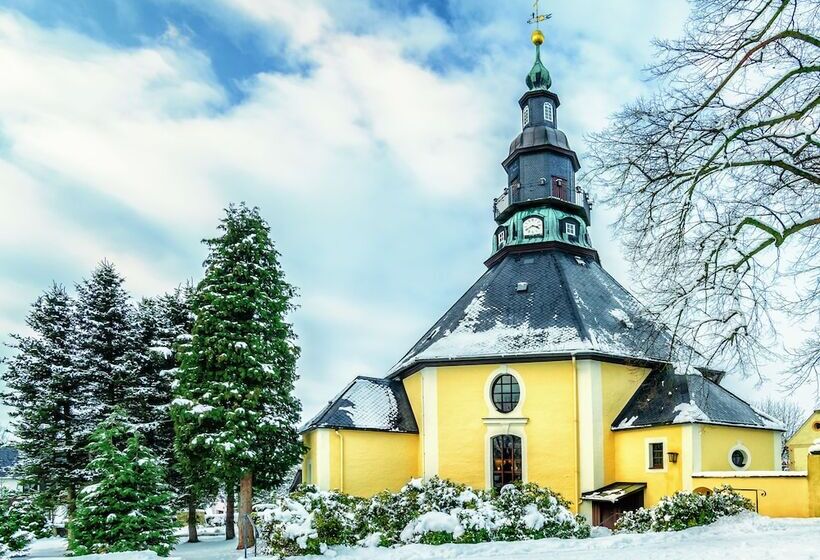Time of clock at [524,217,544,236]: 3:40
